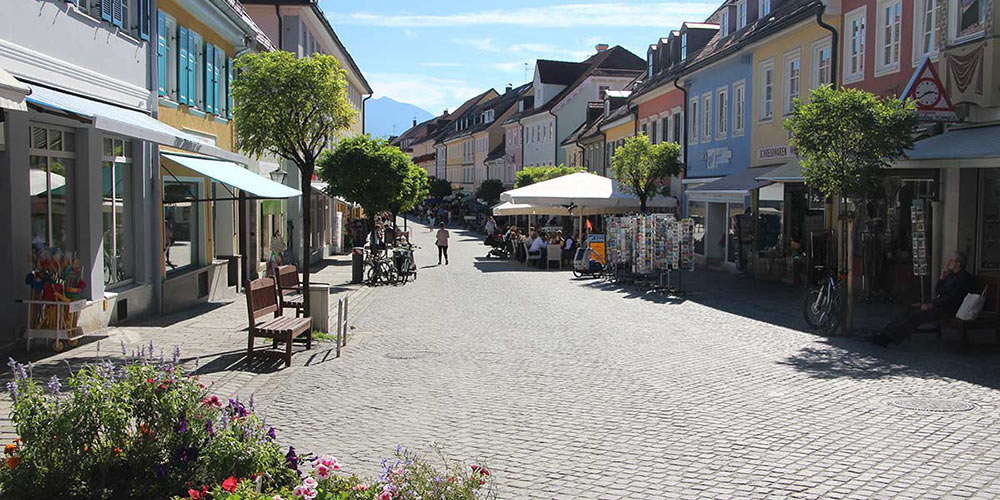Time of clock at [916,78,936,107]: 2:39
